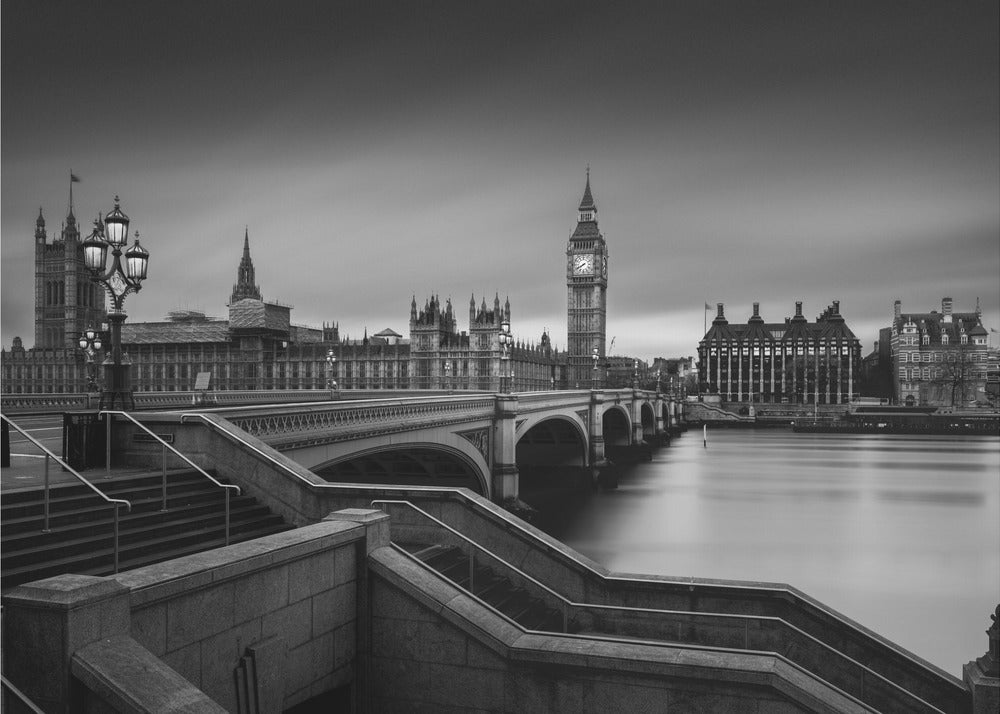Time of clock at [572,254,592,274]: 7:40
